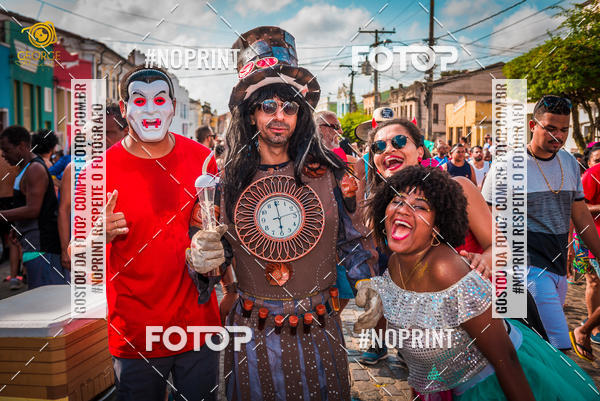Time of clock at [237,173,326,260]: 5:59
